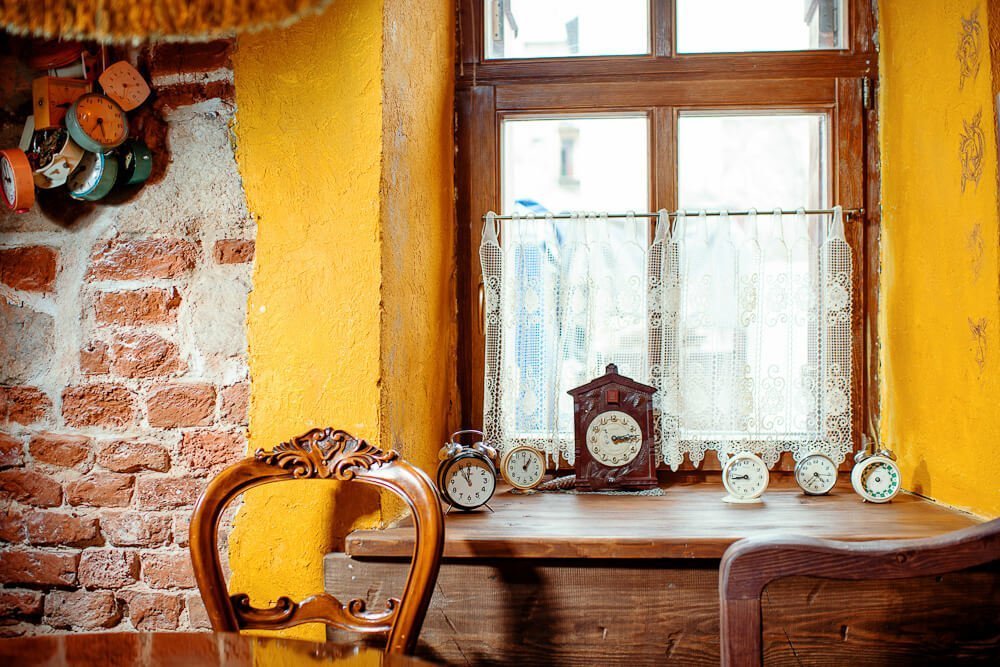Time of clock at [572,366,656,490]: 3:14
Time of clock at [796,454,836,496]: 4:37
